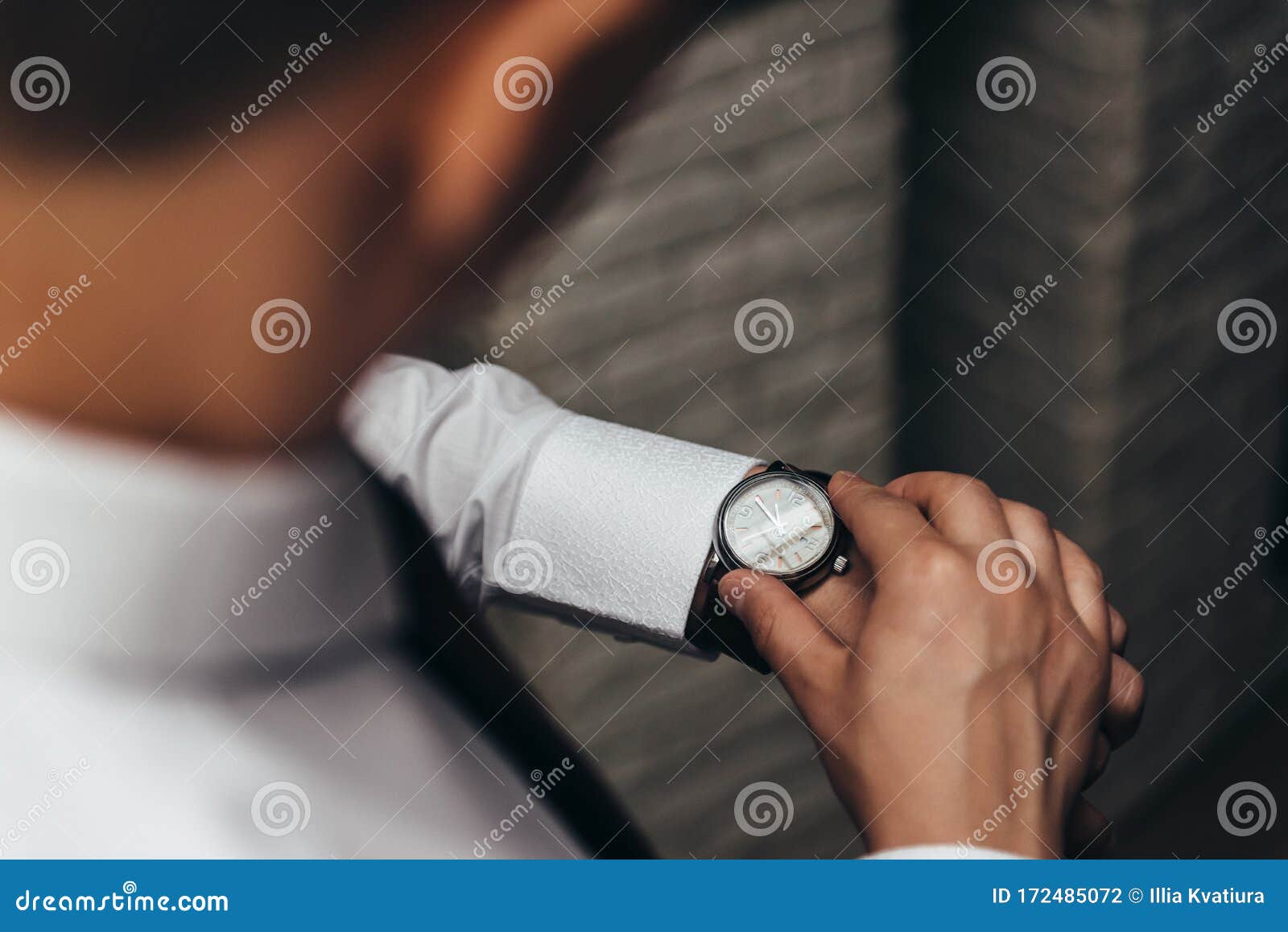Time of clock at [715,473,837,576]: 11:54
